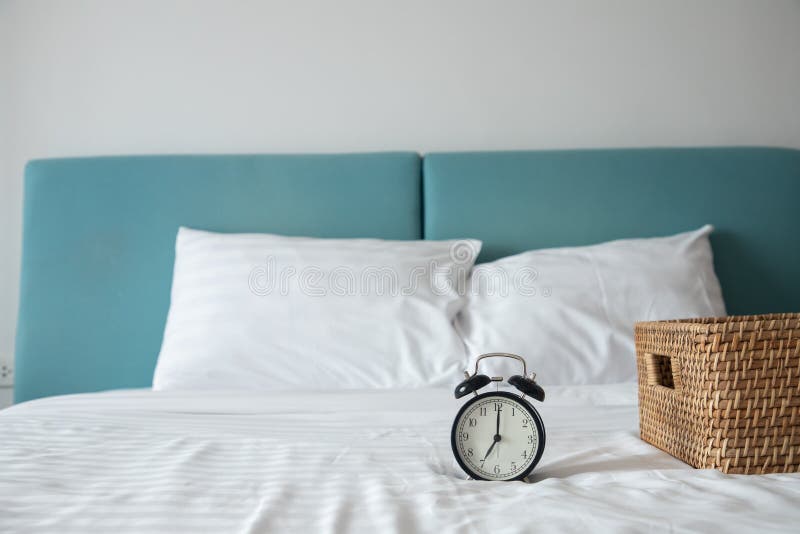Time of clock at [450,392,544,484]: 7:00
